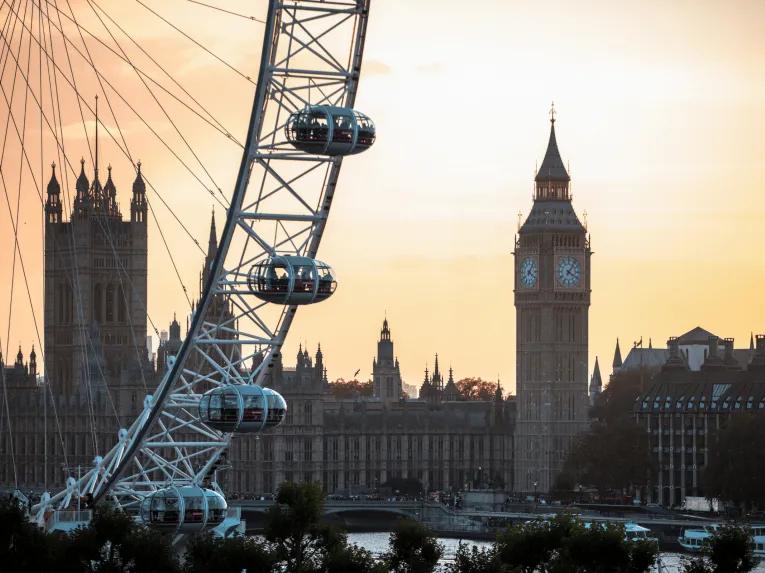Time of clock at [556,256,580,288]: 4:06
